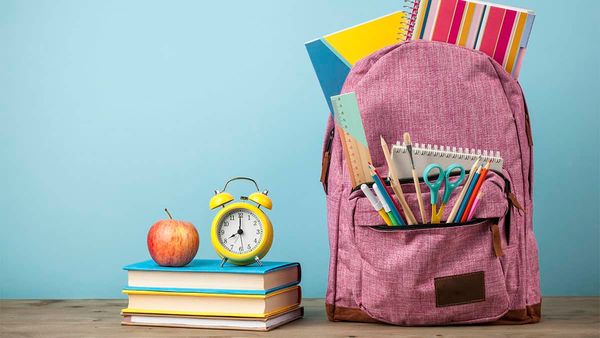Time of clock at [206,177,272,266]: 8:00
